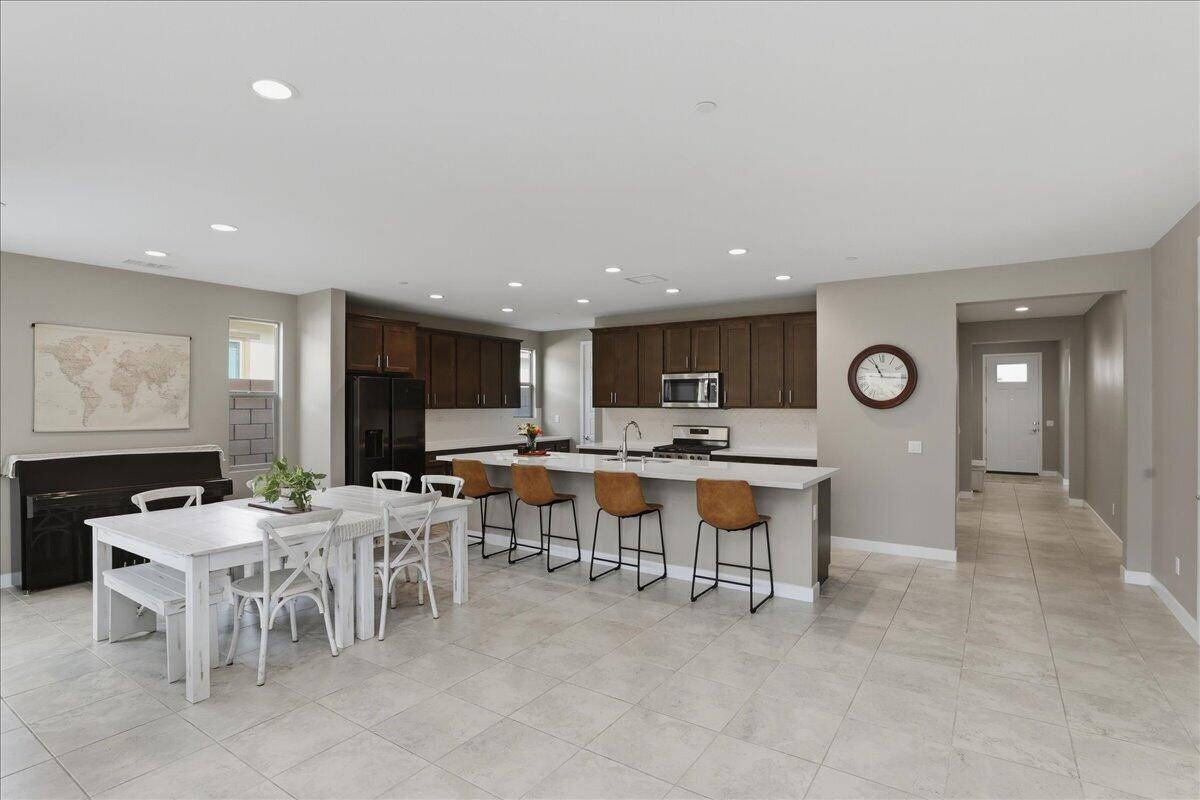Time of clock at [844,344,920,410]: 11:15
